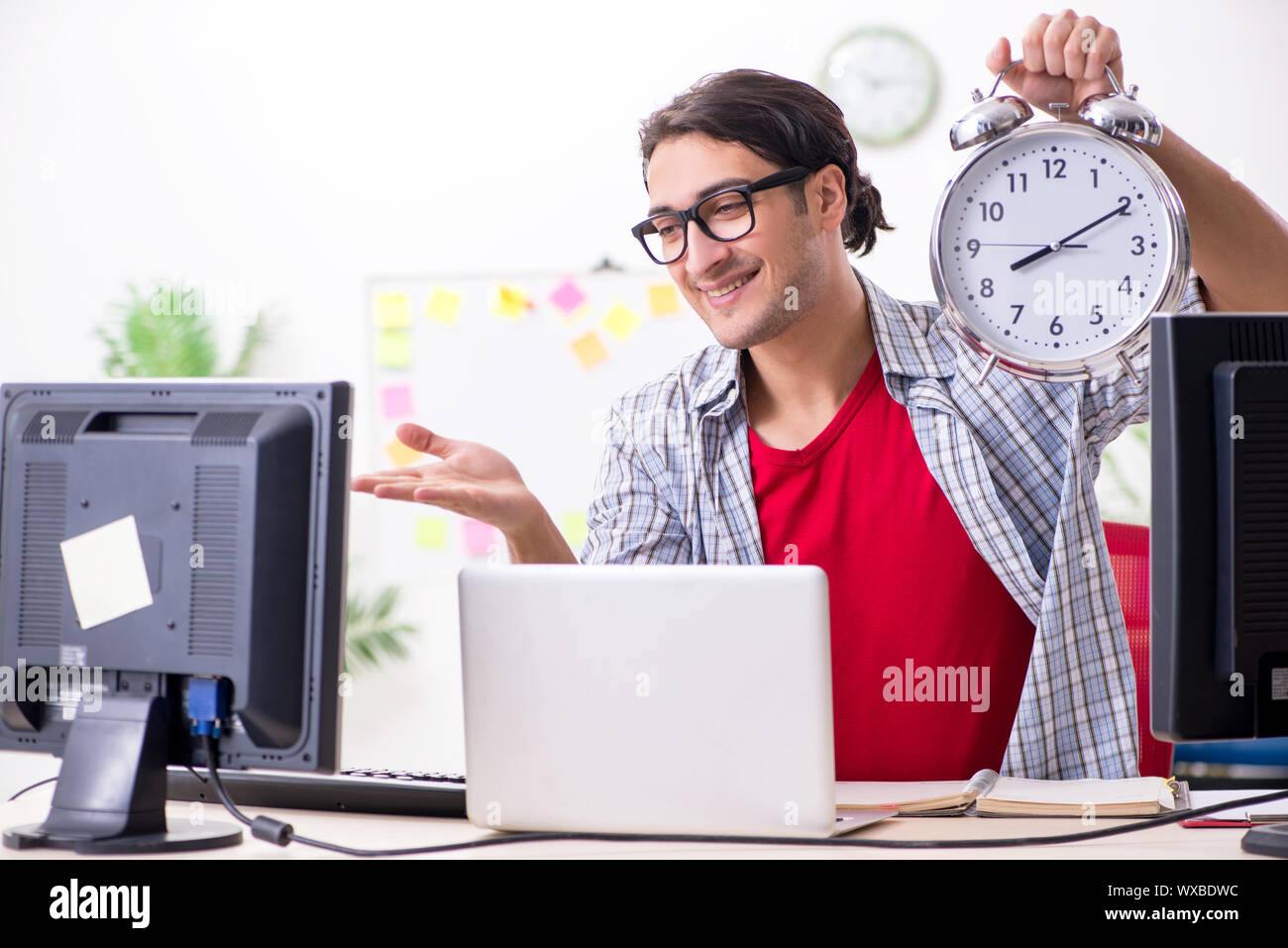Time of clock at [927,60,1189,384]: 8:10
